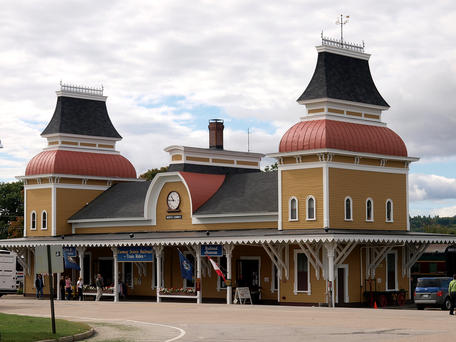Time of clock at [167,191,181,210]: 10:45
